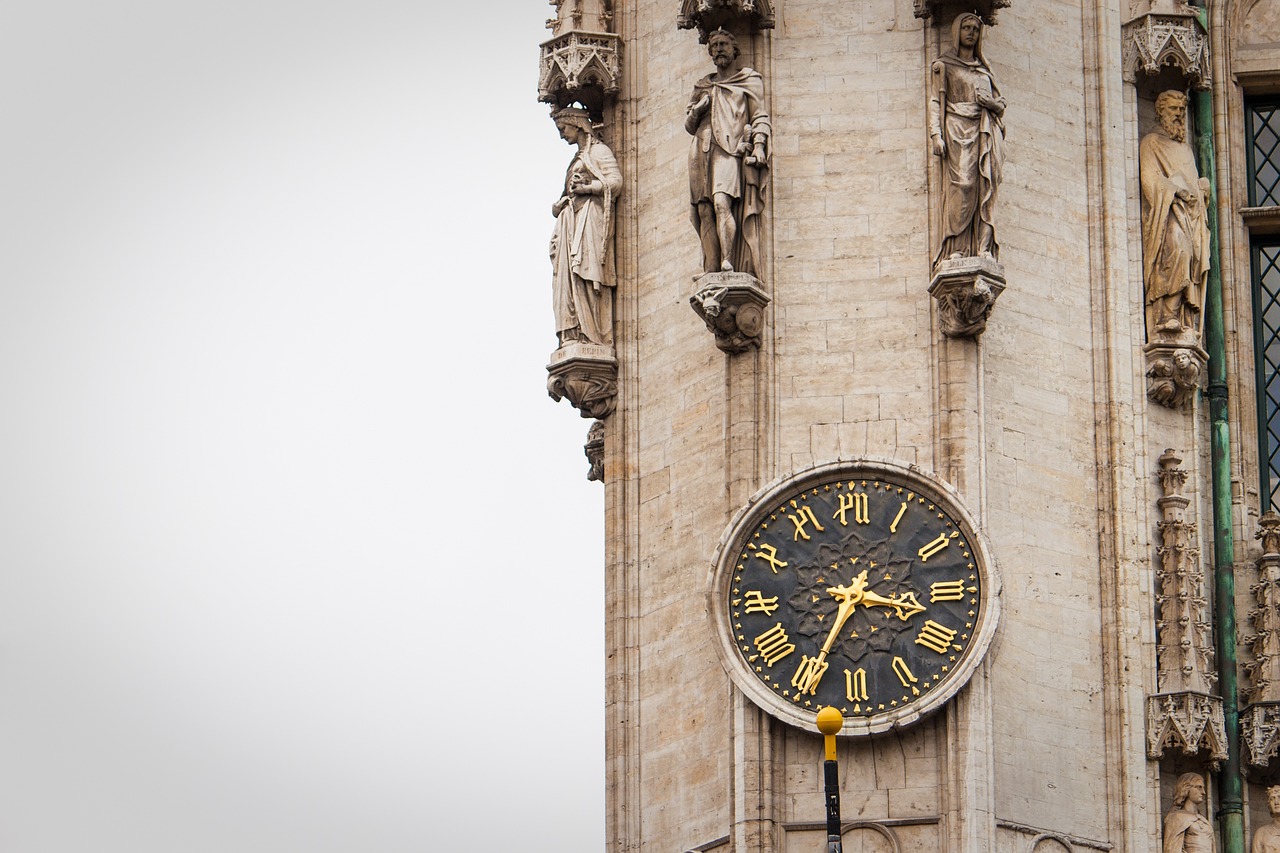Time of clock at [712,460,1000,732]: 3:34
